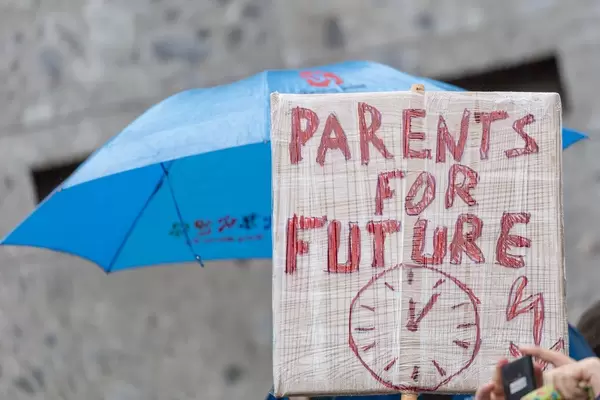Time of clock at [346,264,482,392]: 12:05
